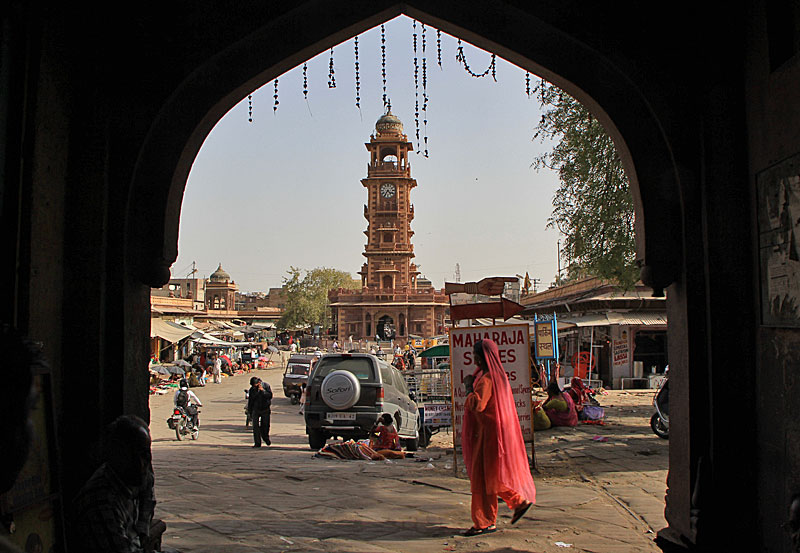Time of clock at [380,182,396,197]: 4:35
